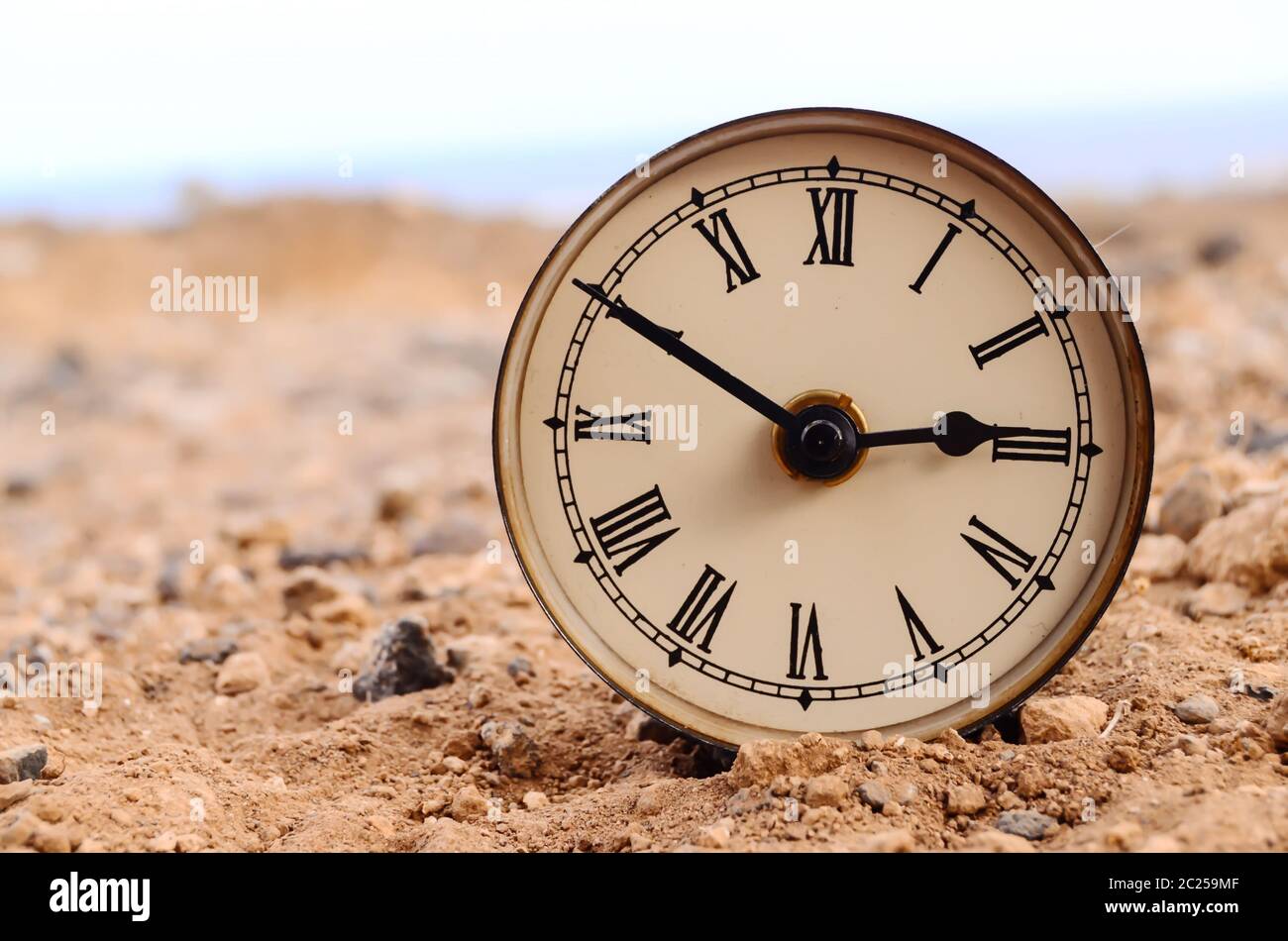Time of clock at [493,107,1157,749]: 2:49
